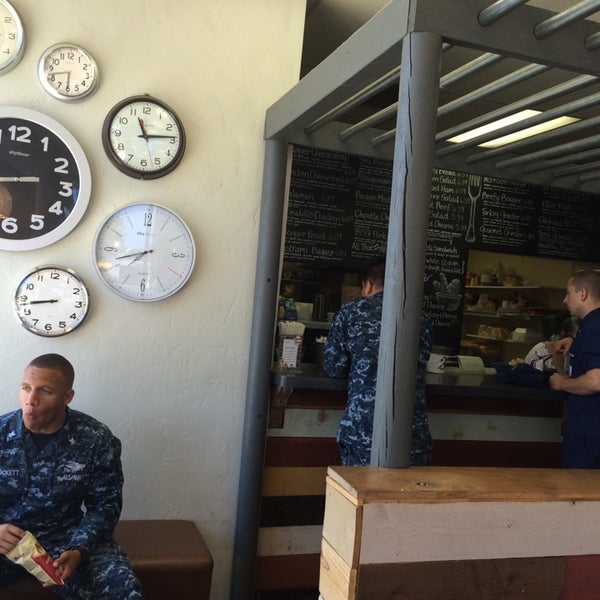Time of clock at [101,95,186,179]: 11:13
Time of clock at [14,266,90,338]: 8:43
